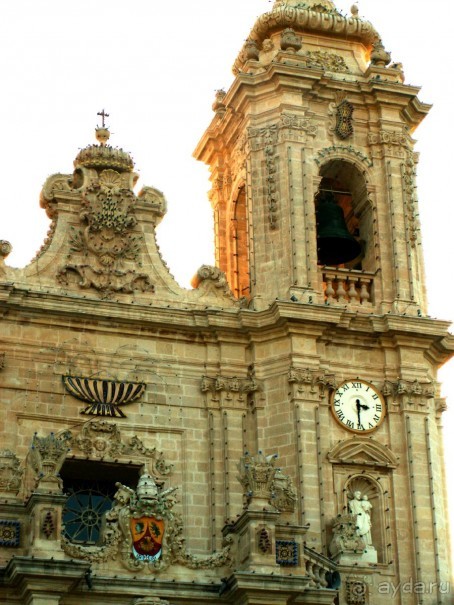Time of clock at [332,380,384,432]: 3:30
